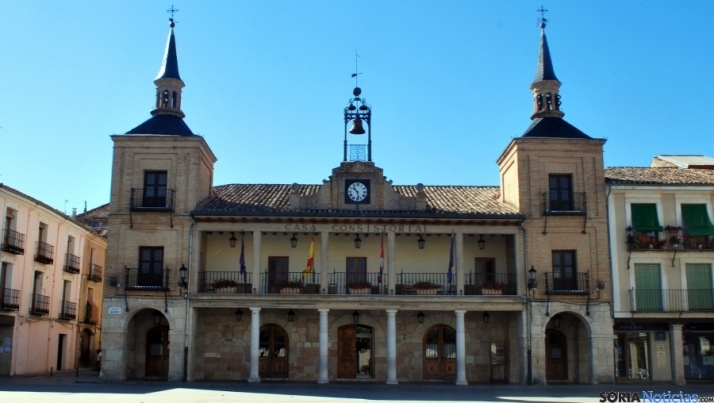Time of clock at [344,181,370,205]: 10:28
